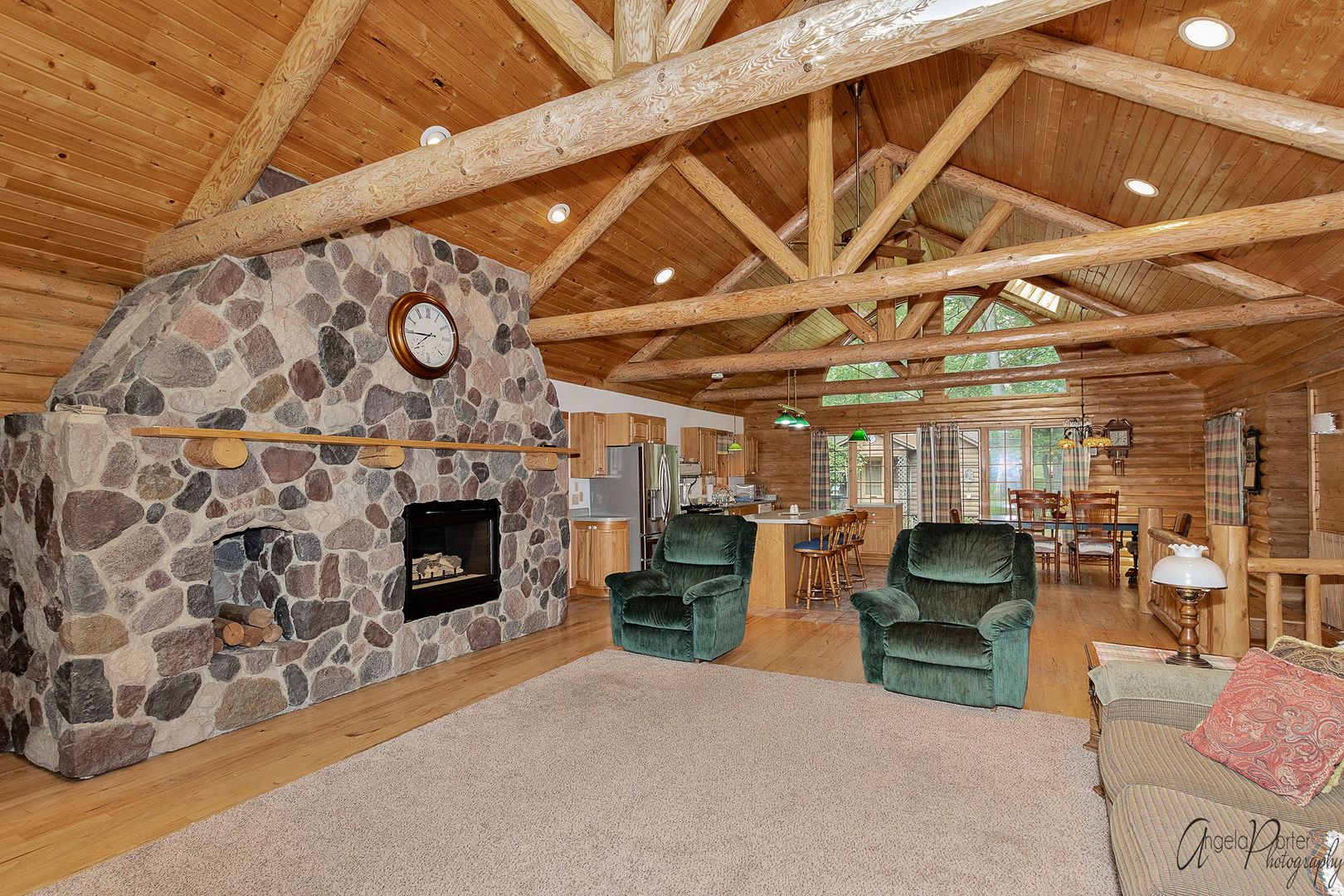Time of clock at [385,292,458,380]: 7:44
